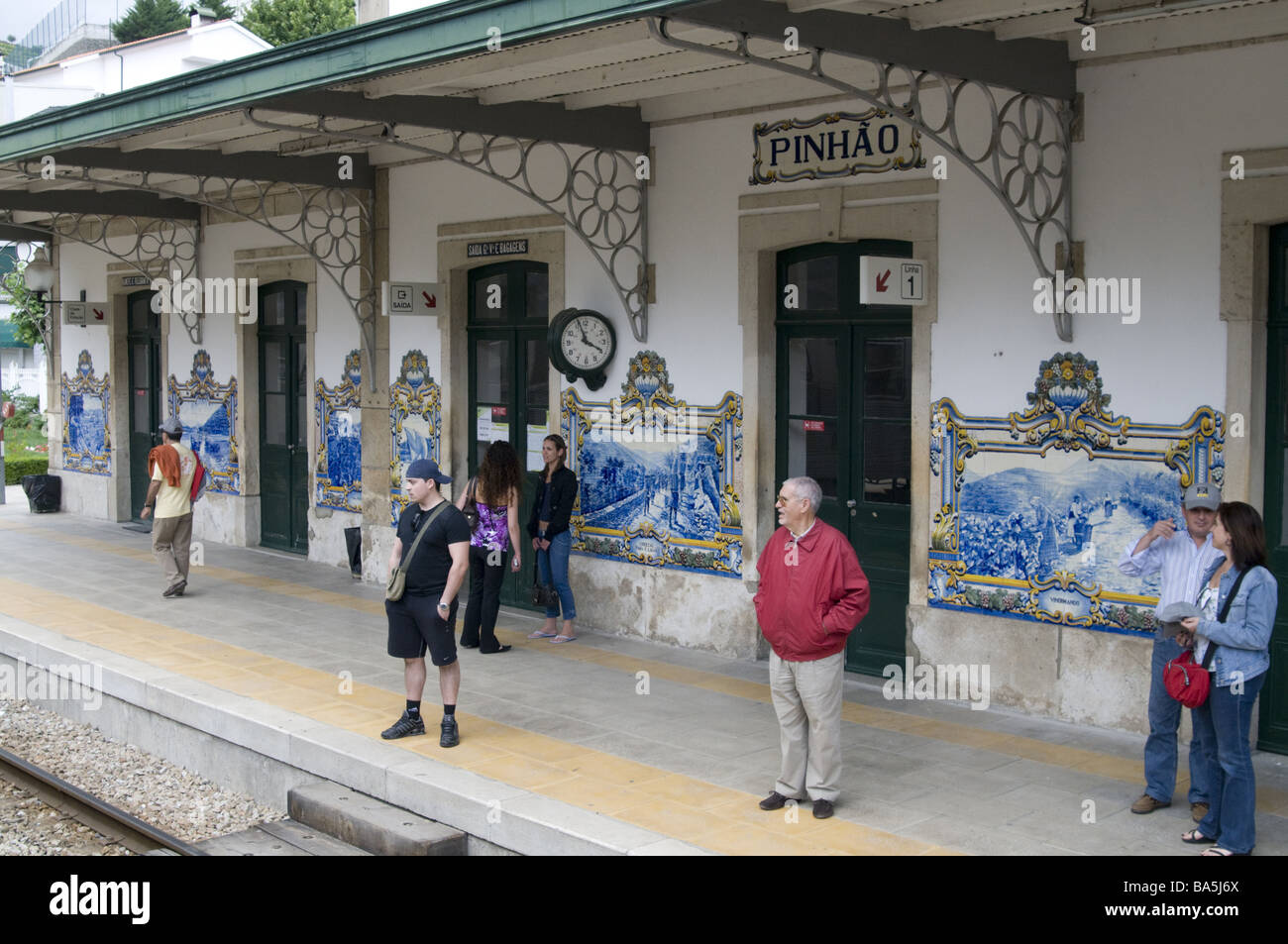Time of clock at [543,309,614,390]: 3:56
